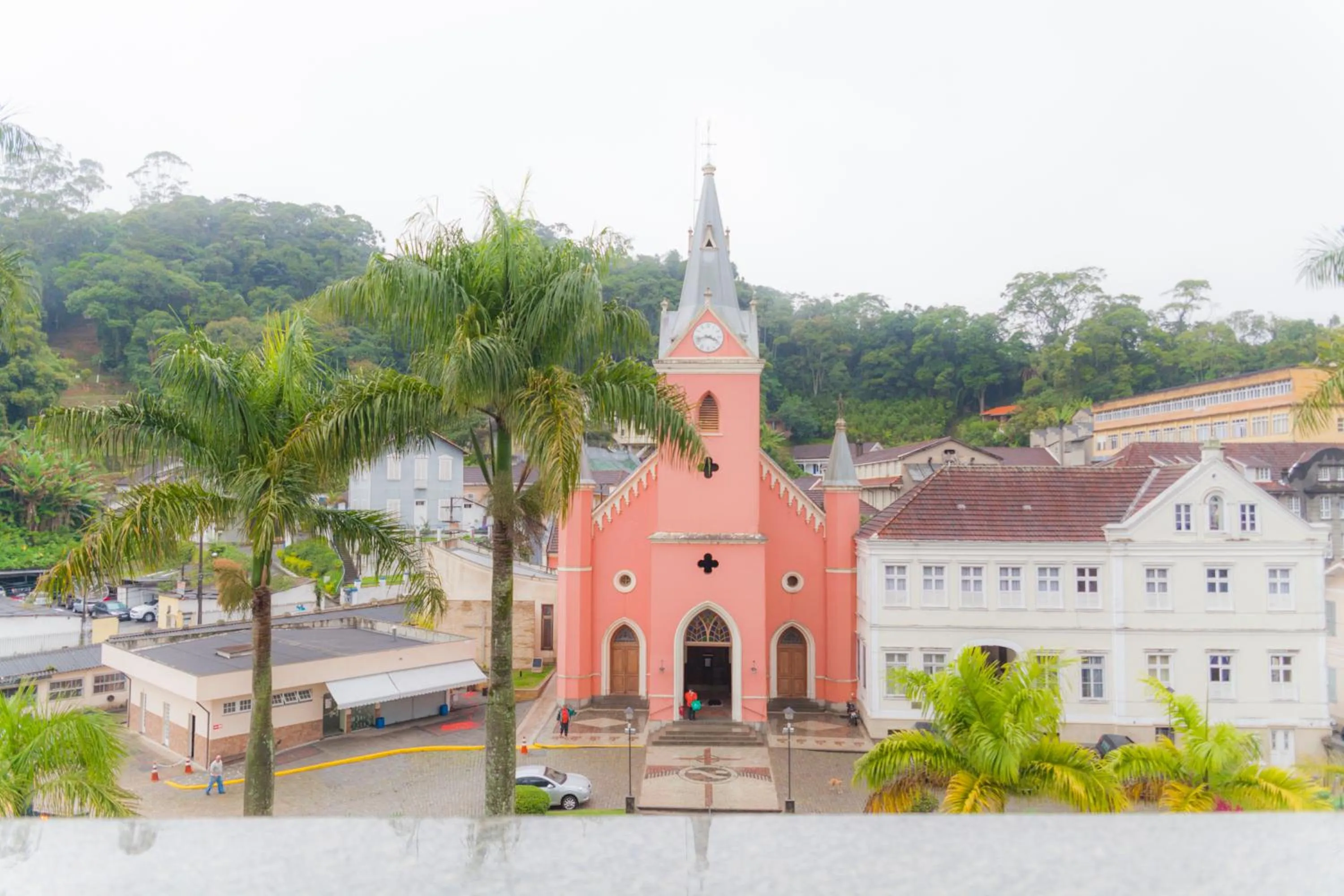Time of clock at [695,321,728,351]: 3:42
